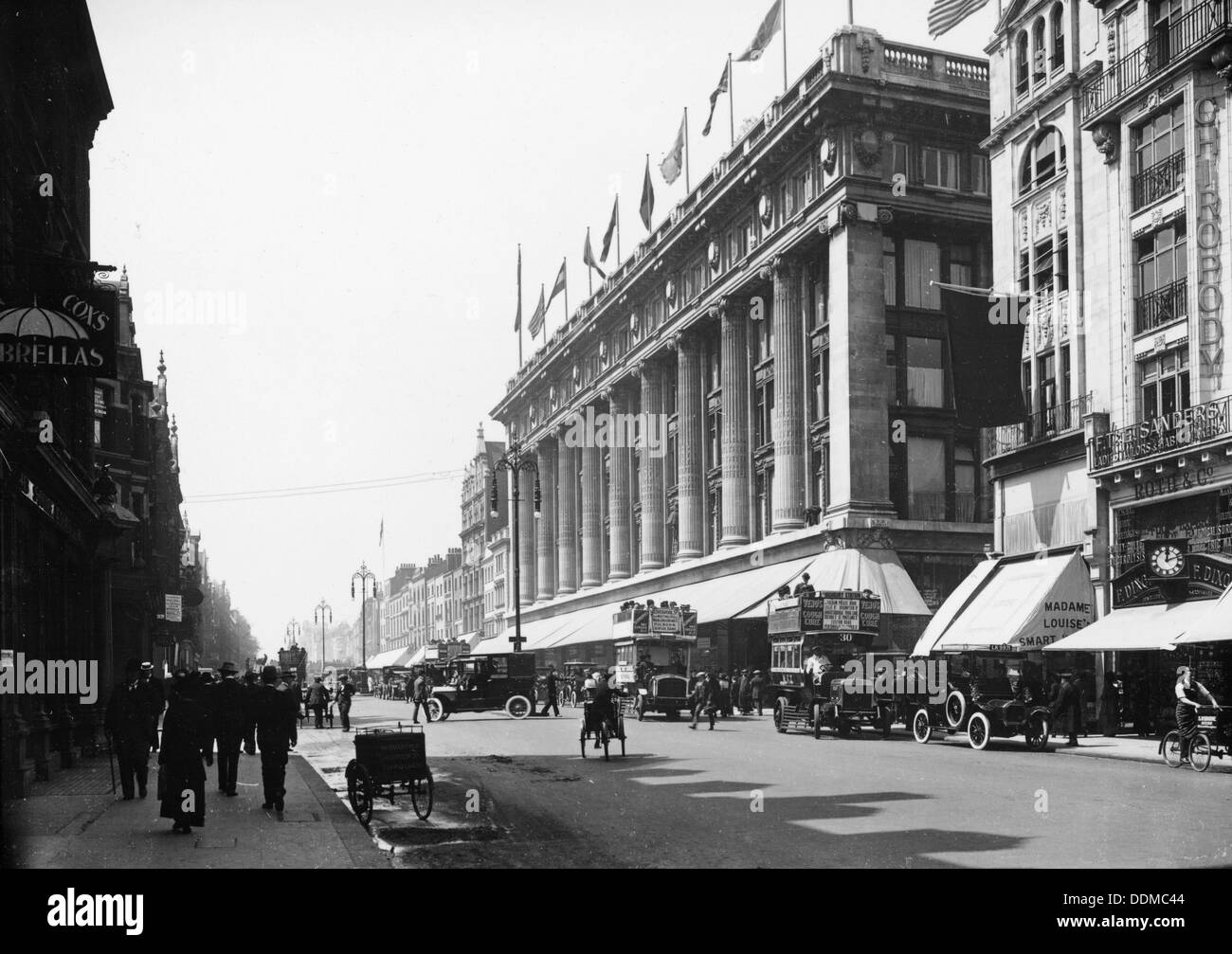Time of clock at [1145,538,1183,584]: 12:12
